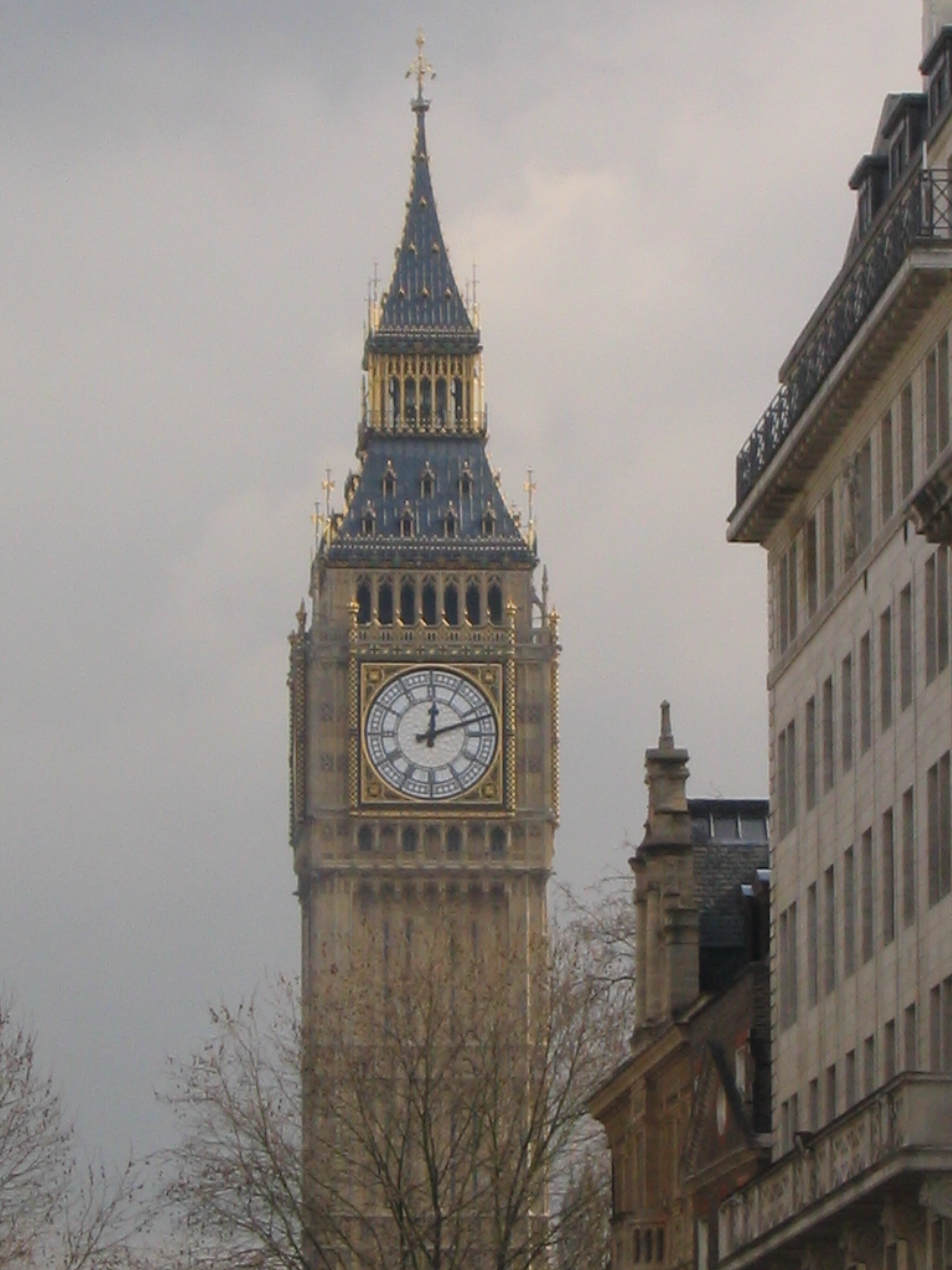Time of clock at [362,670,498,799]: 12:11
